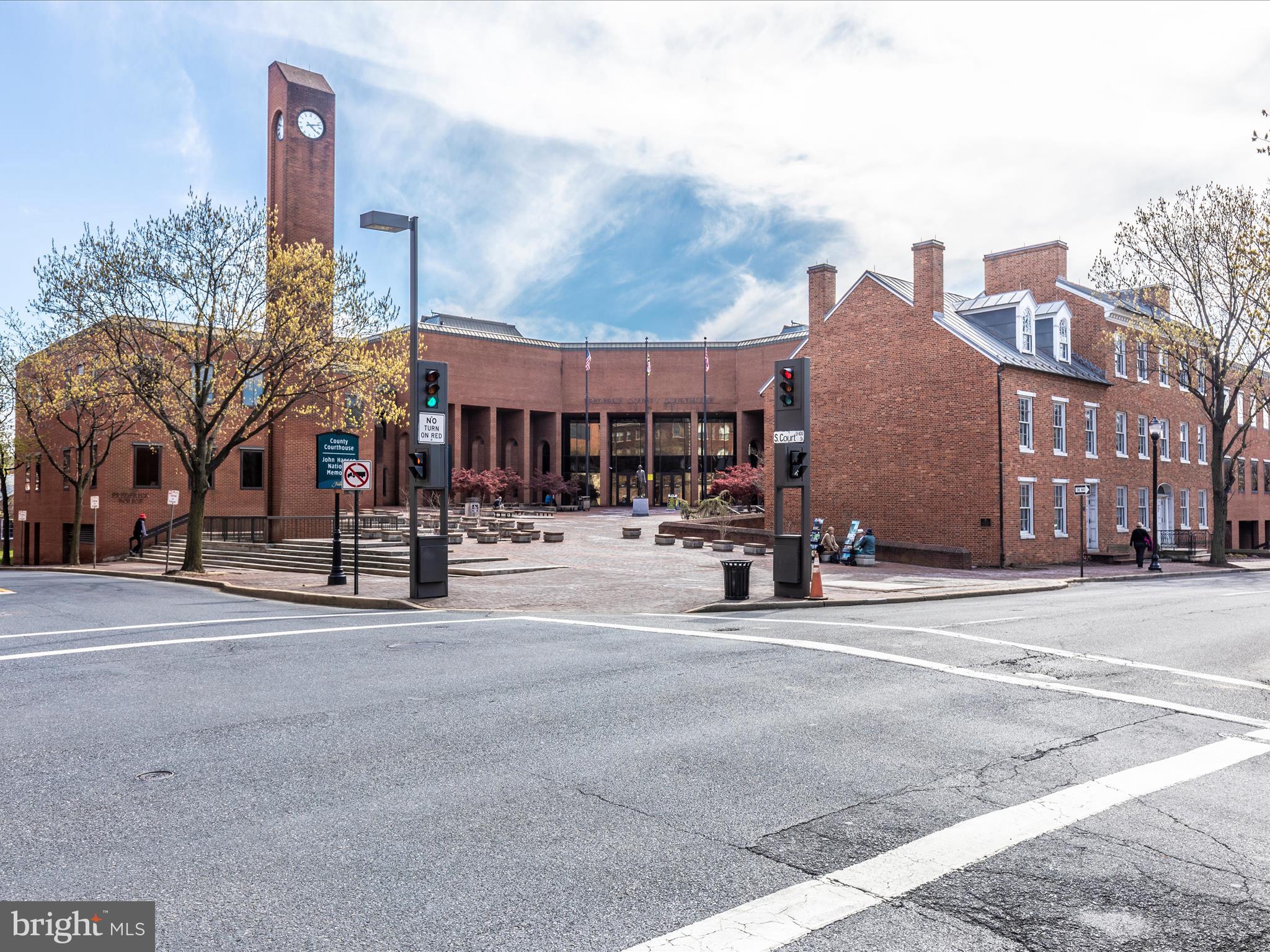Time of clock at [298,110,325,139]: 4:12
